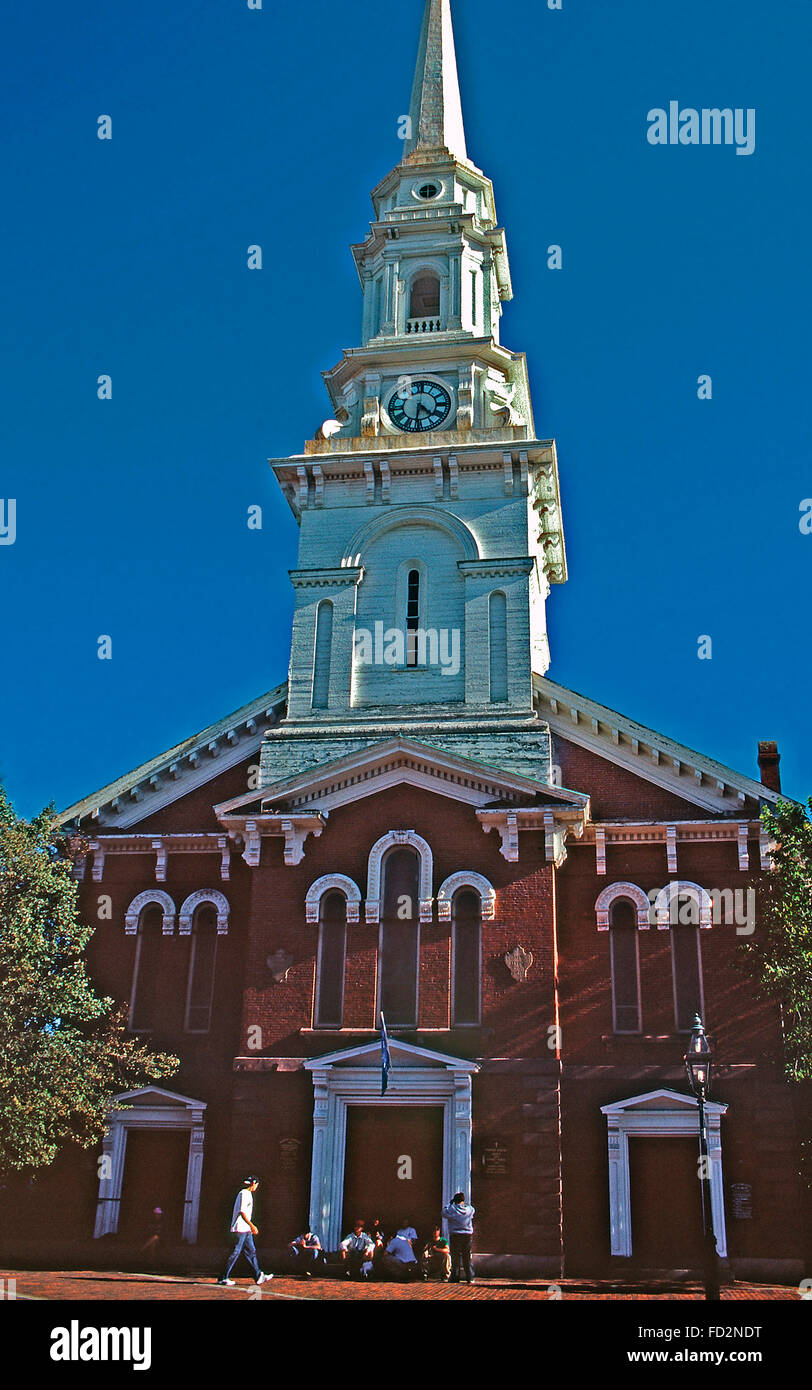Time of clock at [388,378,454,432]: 4:31
